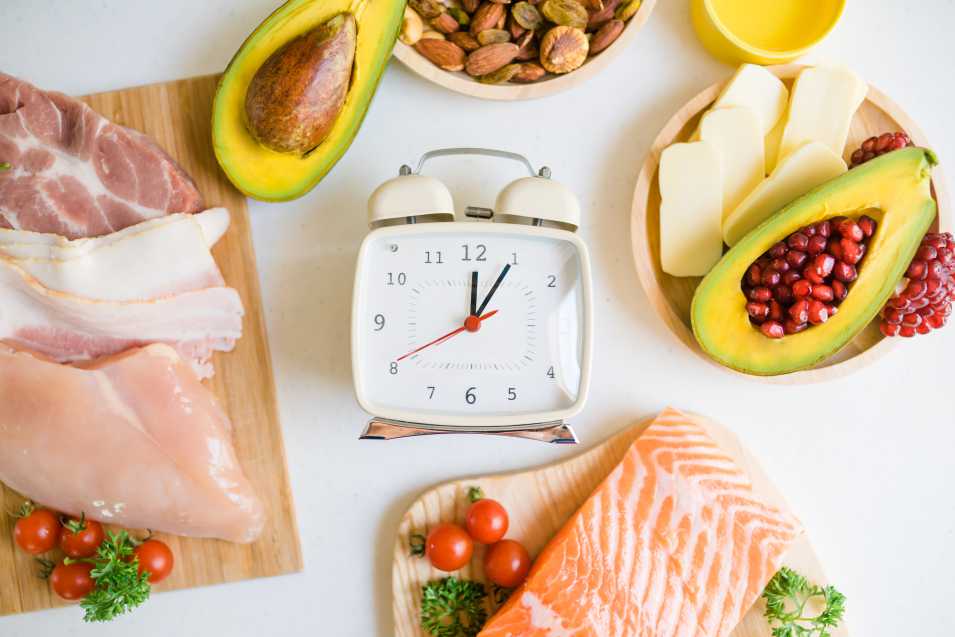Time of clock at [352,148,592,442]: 12:05
